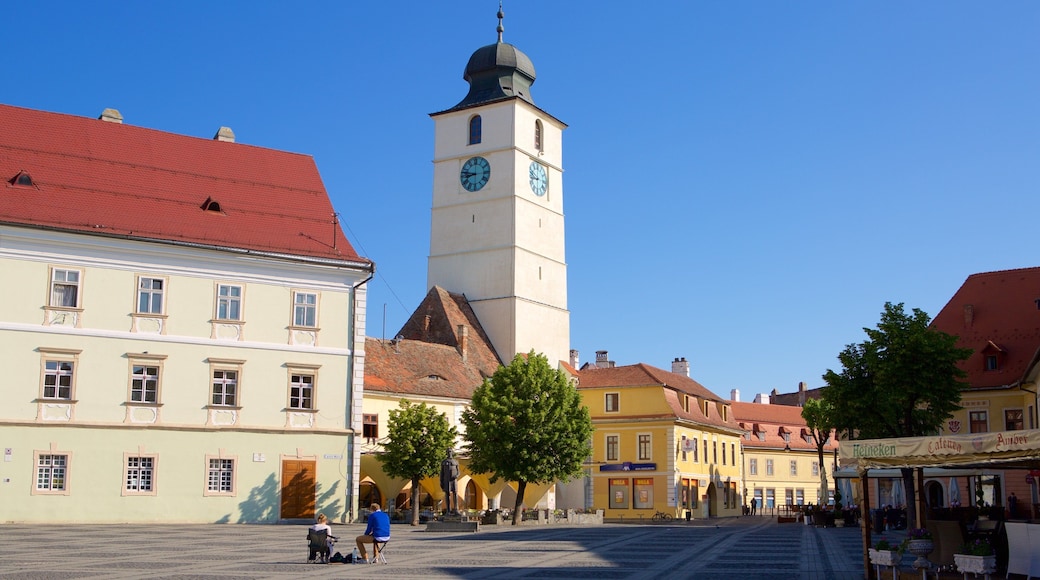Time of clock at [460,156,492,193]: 8:47
